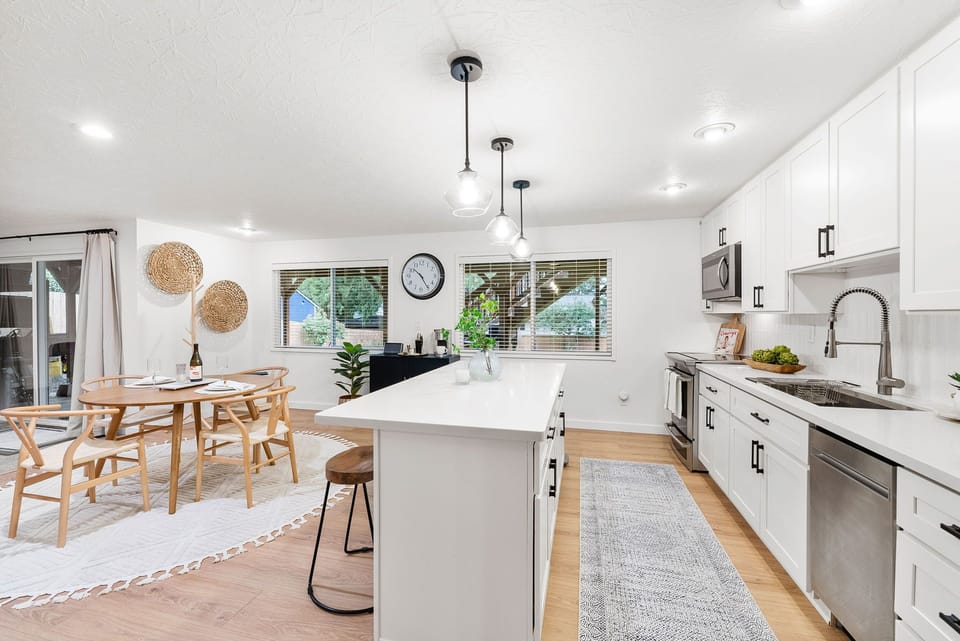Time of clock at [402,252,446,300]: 10:24
